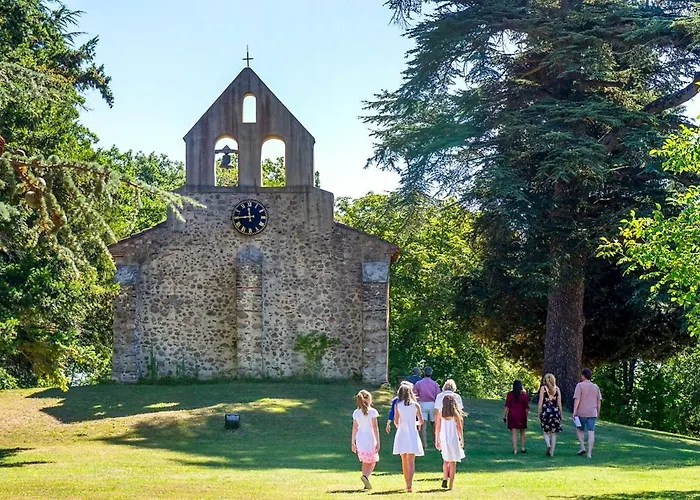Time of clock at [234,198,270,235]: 11:44
